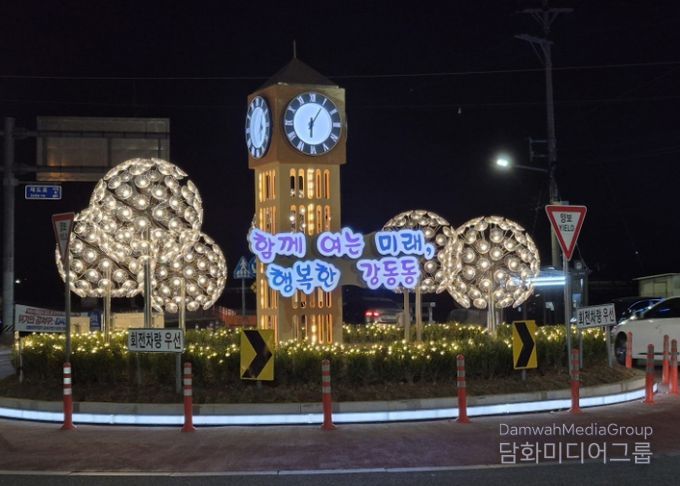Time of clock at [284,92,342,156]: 6:05
